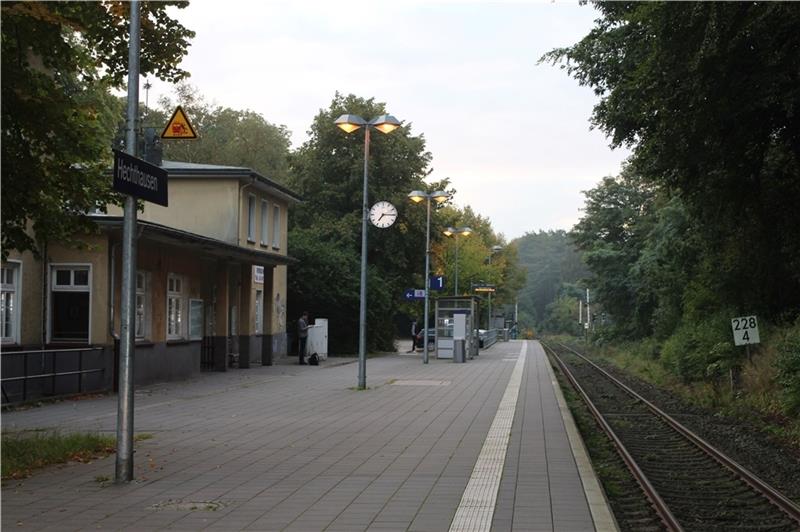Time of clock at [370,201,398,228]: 7:15
